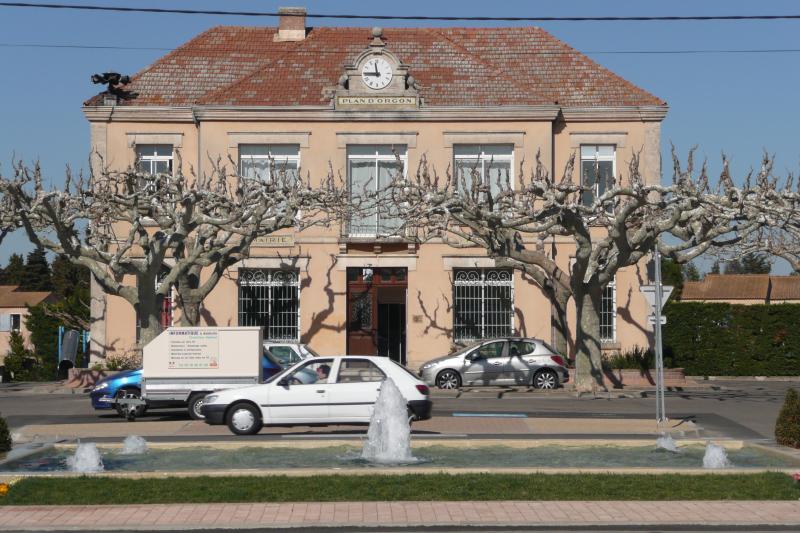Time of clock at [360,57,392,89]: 11:45
